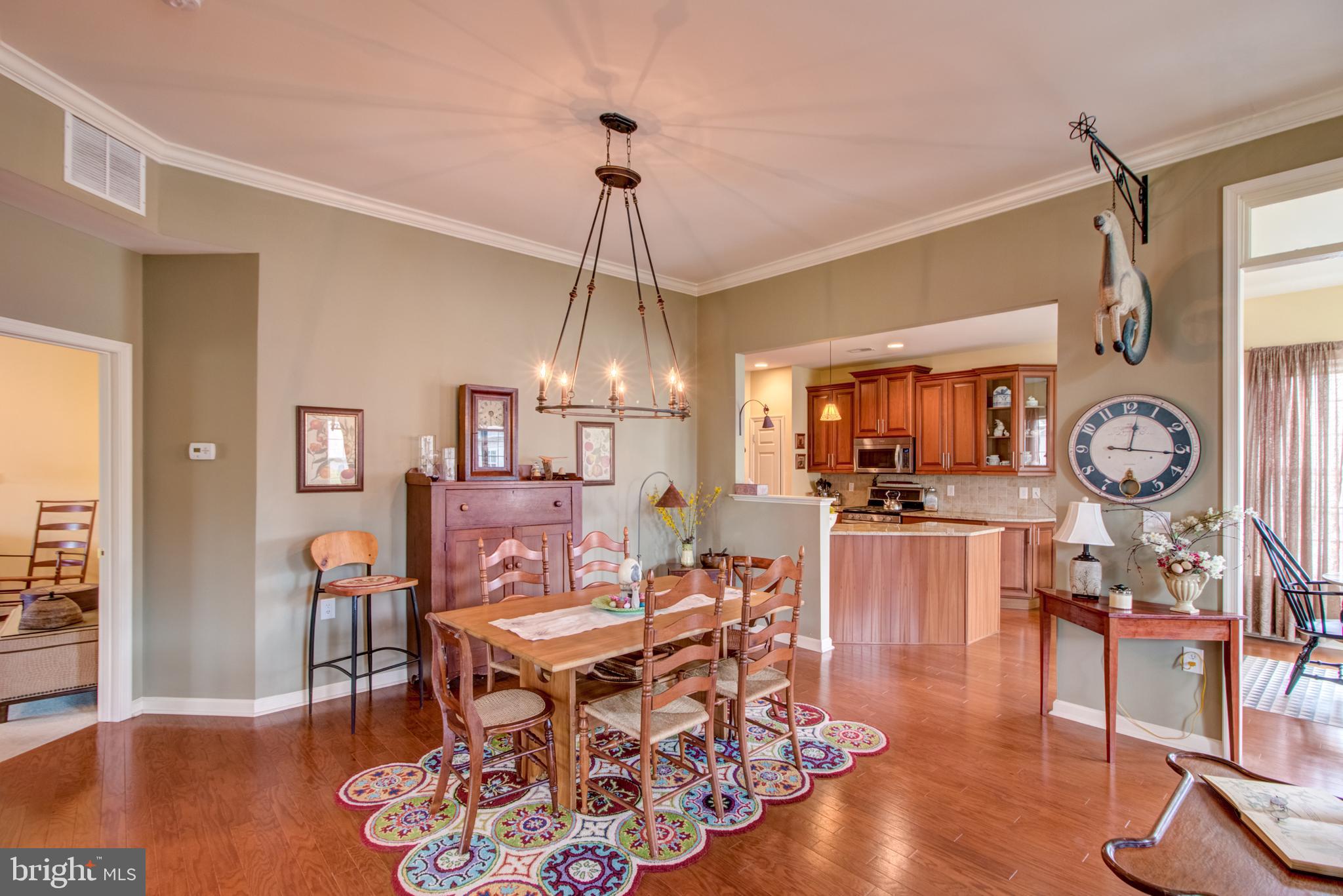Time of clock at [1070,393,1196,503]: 12:16
